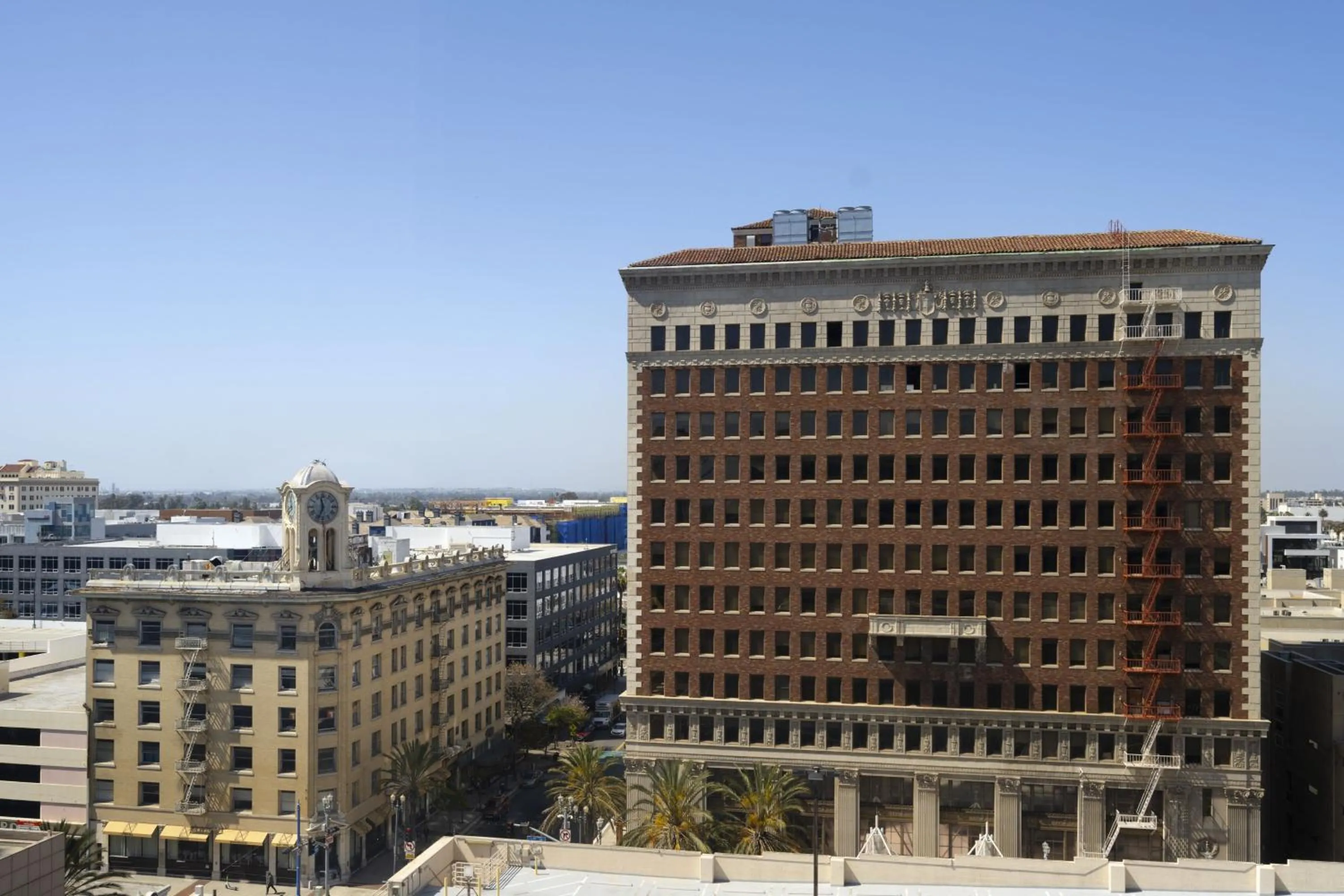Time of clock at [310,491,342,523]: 11:33
